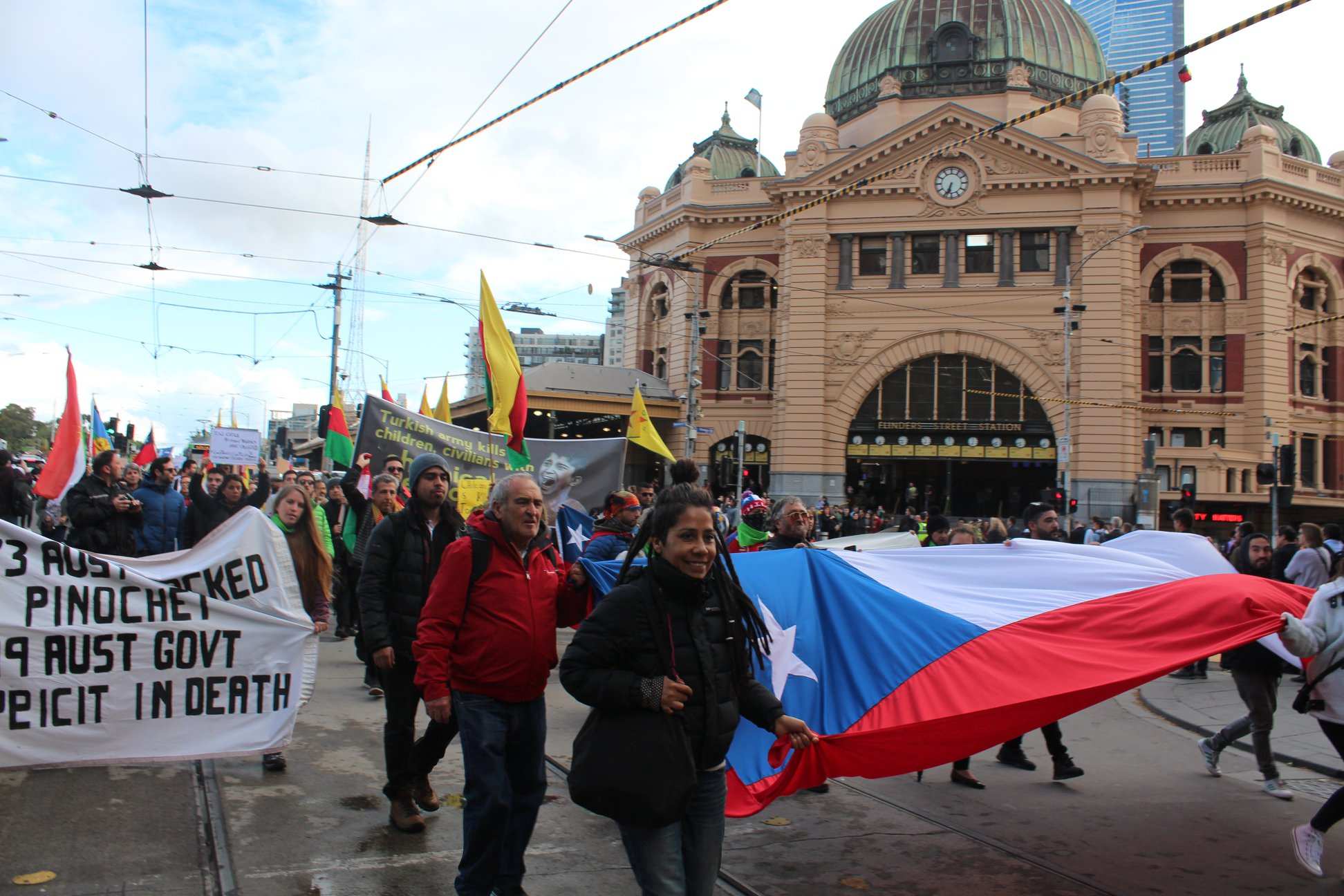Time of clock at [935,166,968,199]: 6:34
